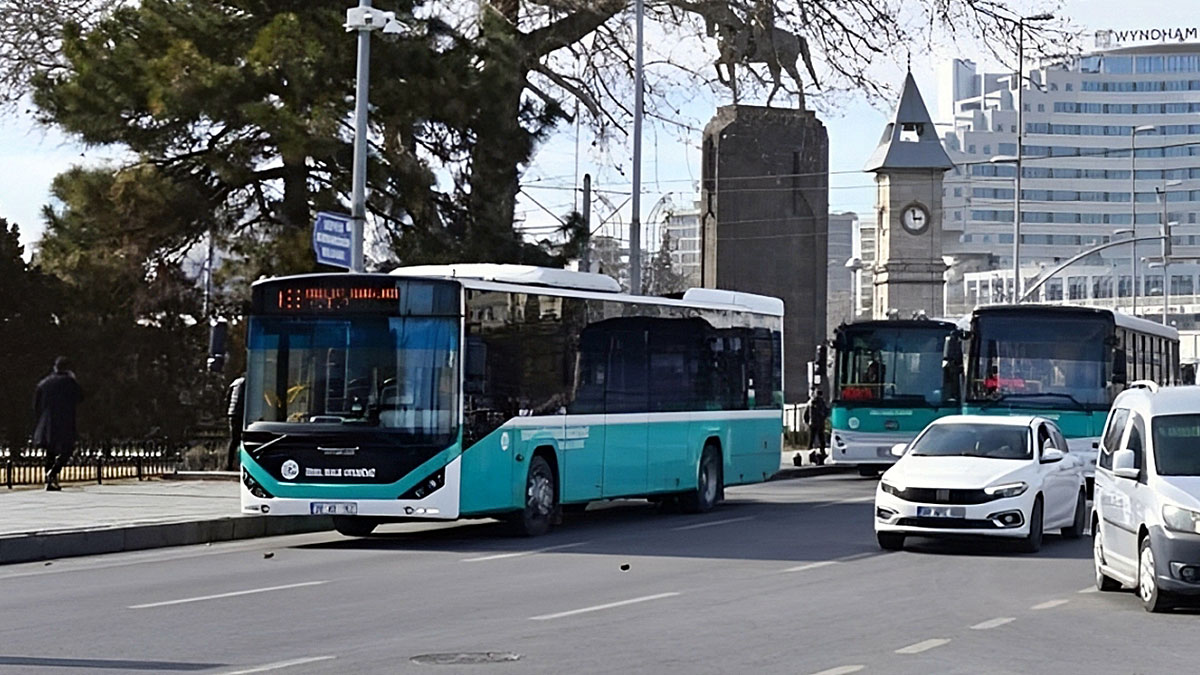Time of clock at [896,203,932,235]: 2:58
